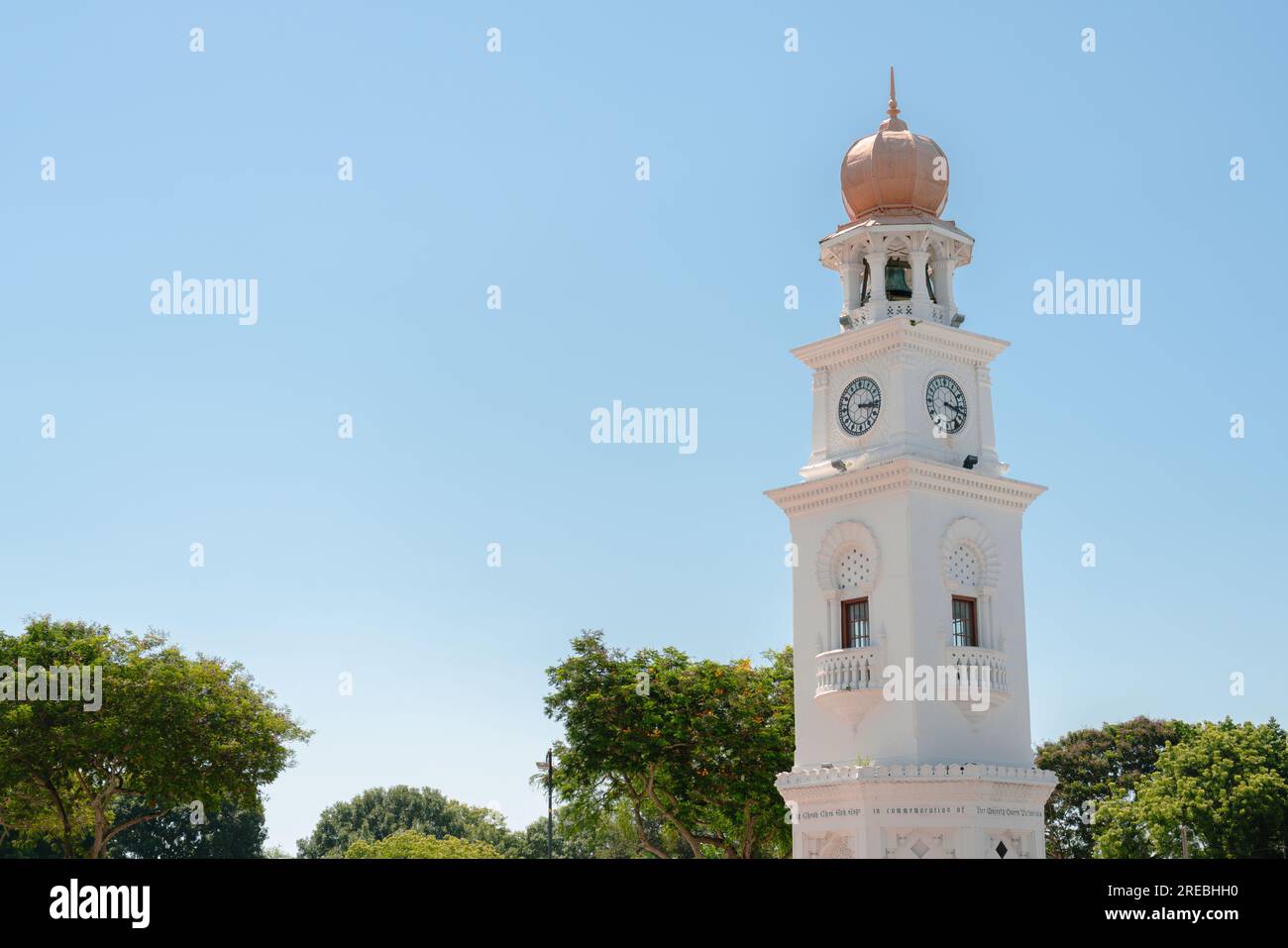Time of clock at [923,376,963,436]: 3:17
